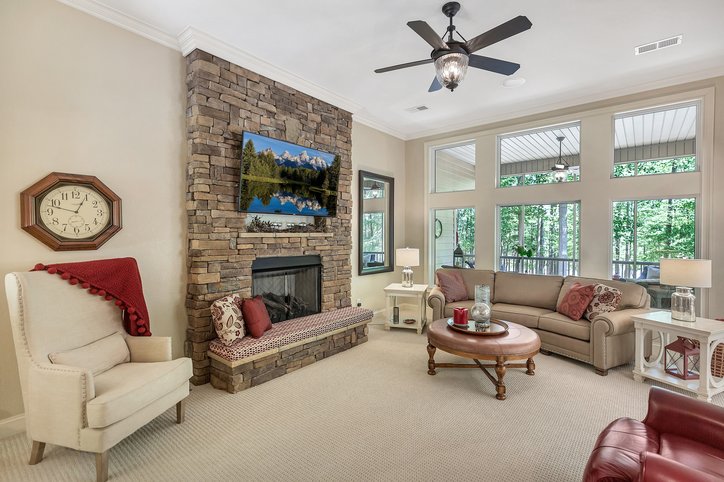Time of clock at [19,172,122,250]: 12:47
